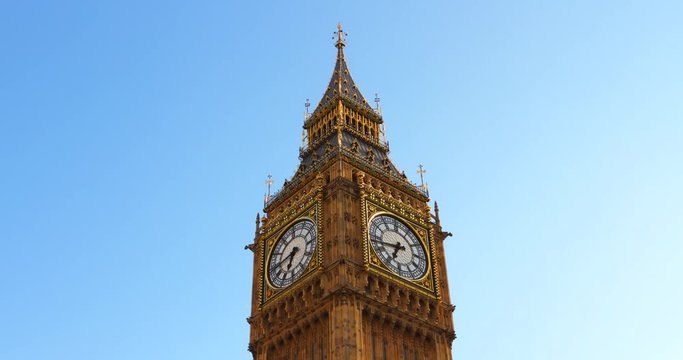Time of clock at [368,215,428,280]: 6:43
